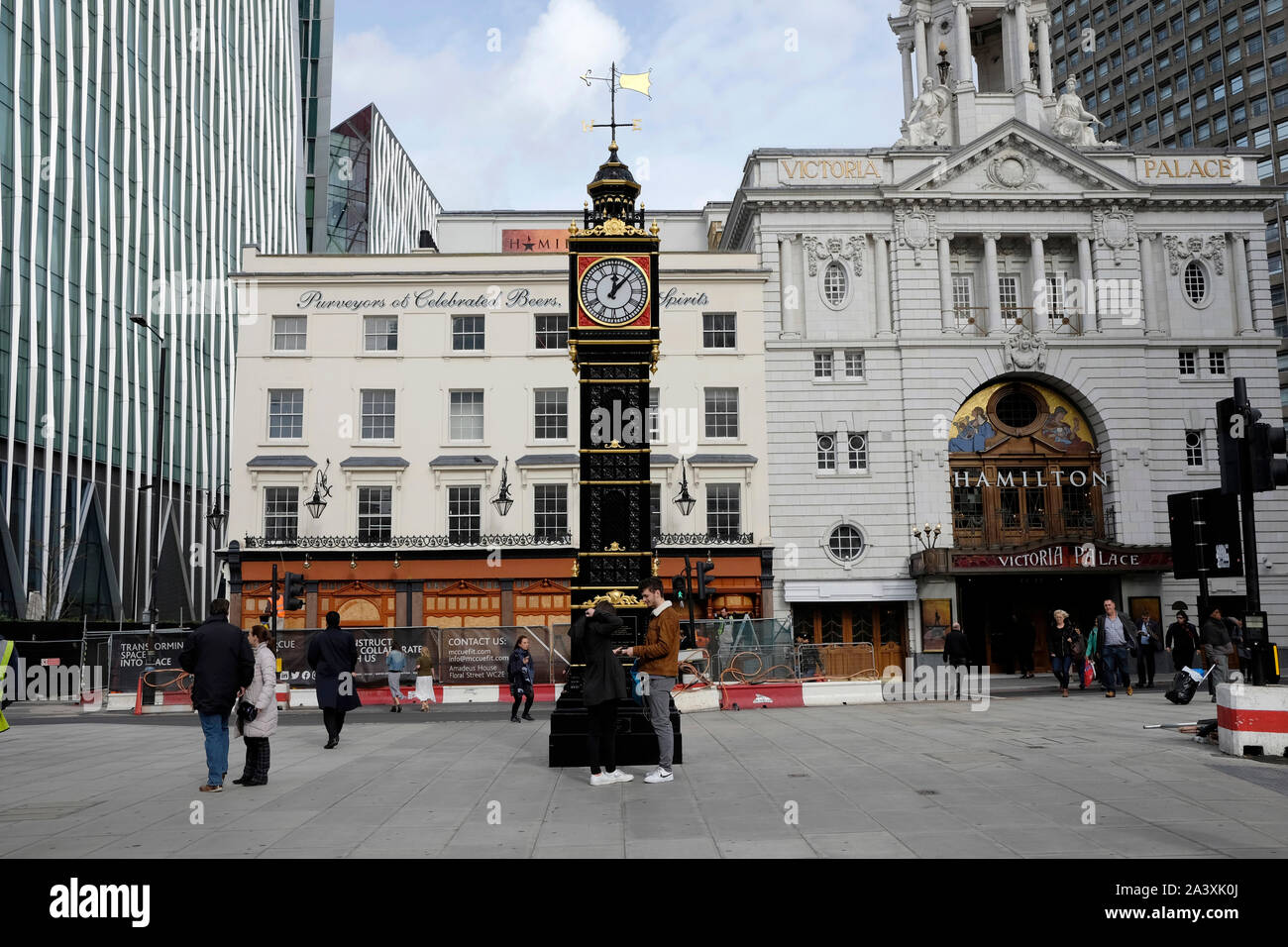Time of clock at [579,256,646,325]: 12:07
